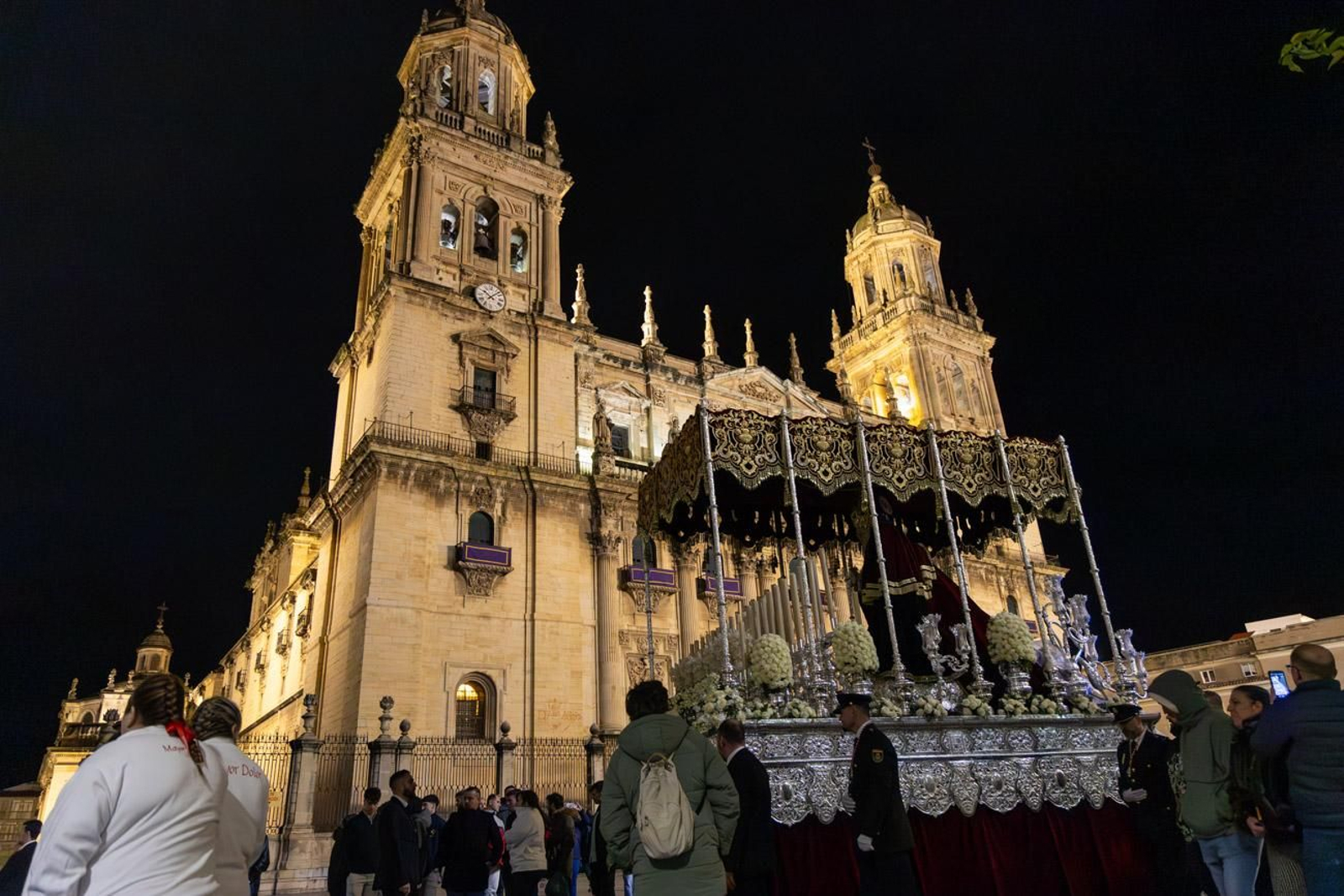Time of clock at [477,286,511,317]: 10:07
